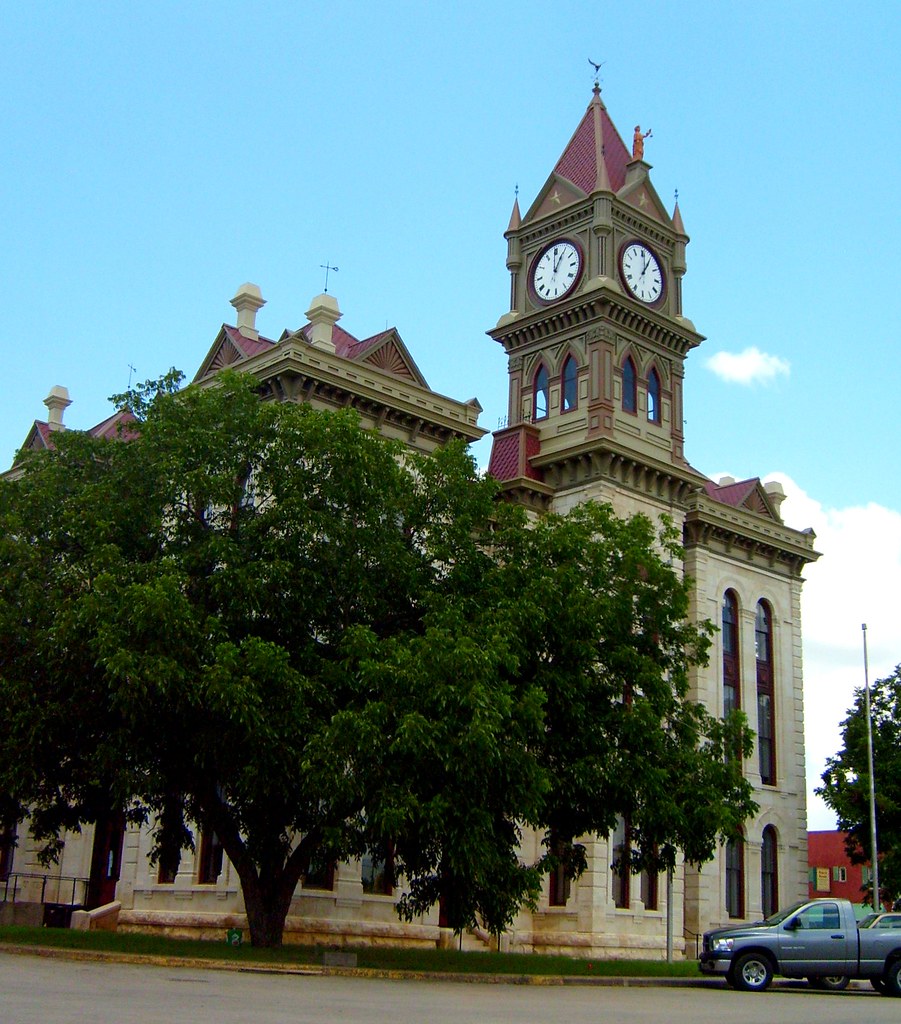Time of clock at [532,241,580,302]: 12:59
